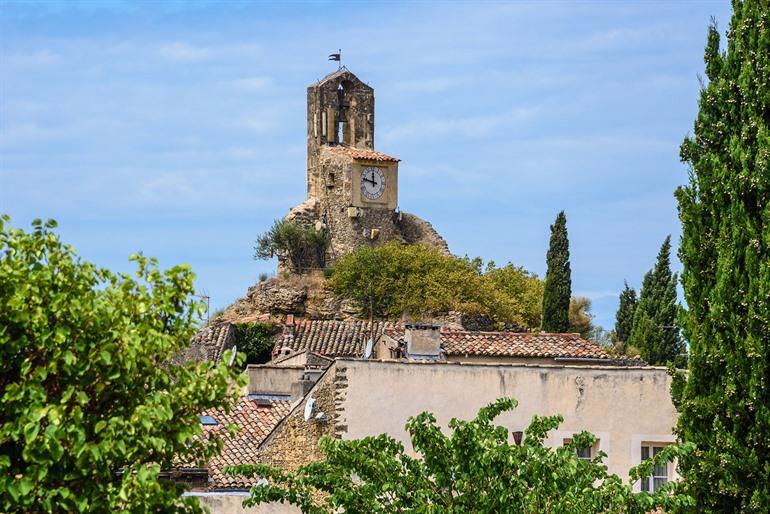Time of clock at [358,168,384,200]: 11:47
